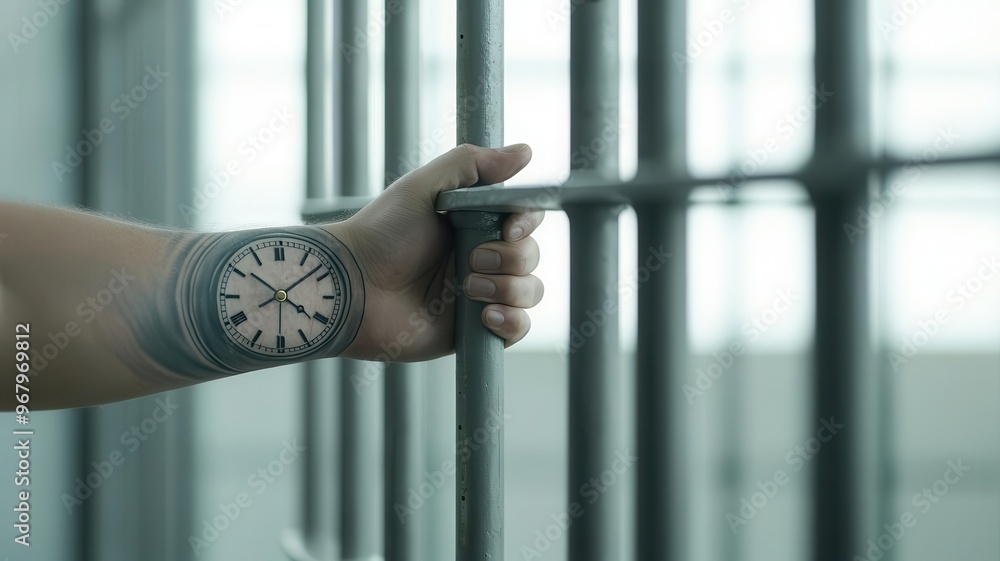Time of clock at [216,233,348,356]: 4:08
